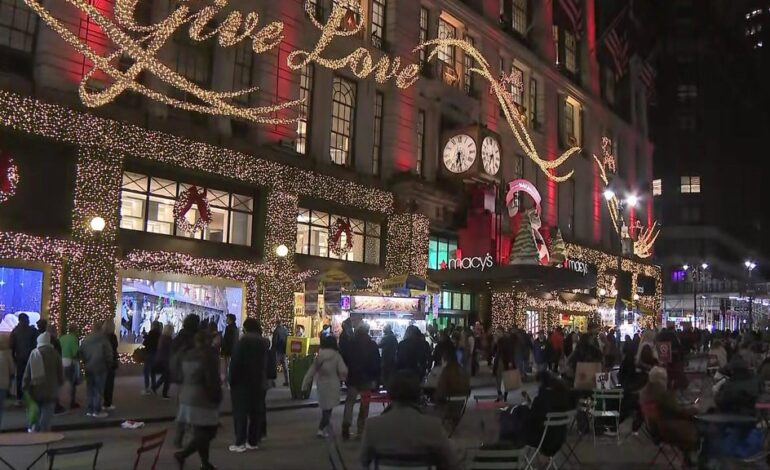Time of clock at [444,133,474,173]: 6:28
